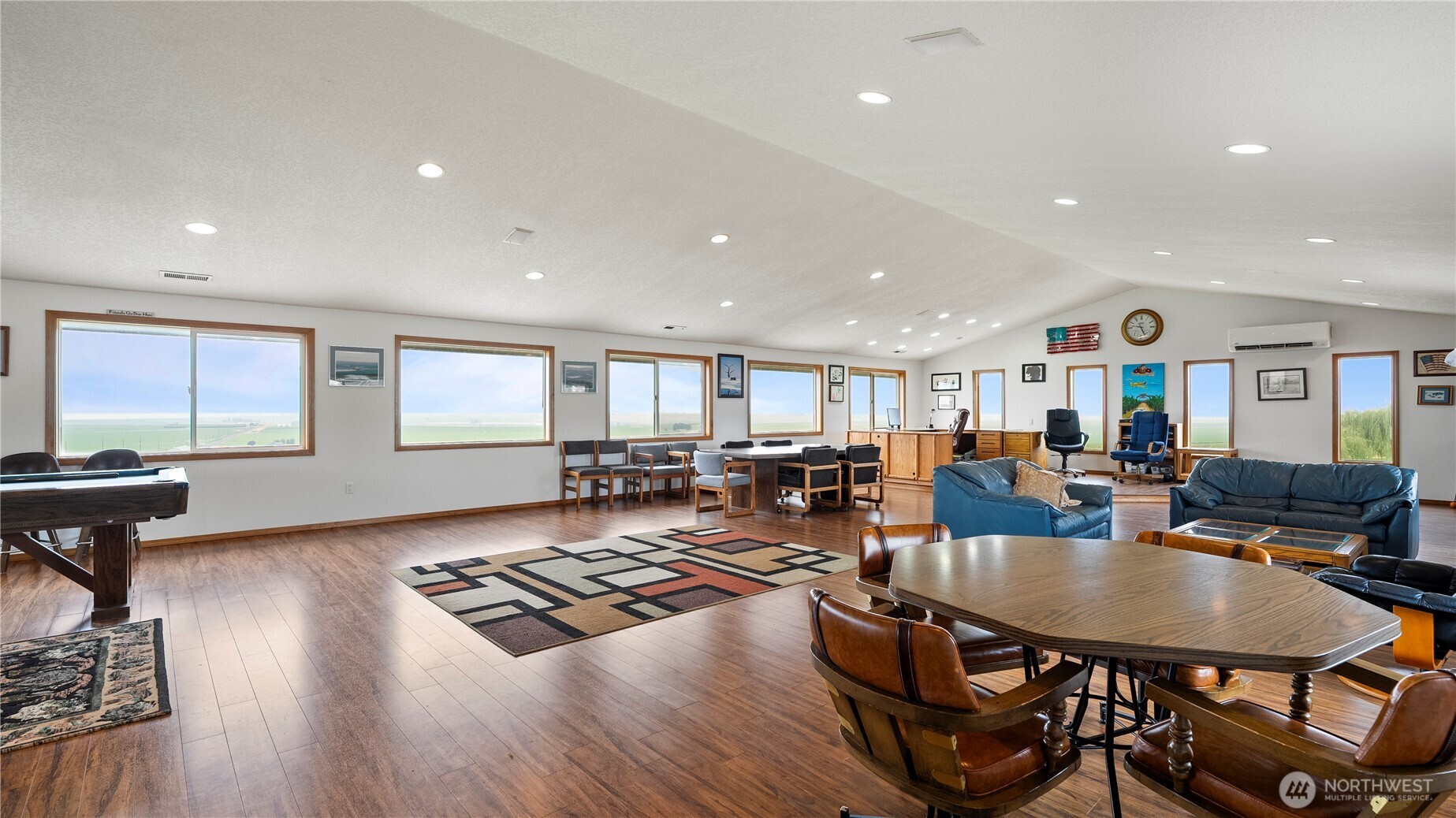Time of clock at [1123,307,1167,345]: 9:25
